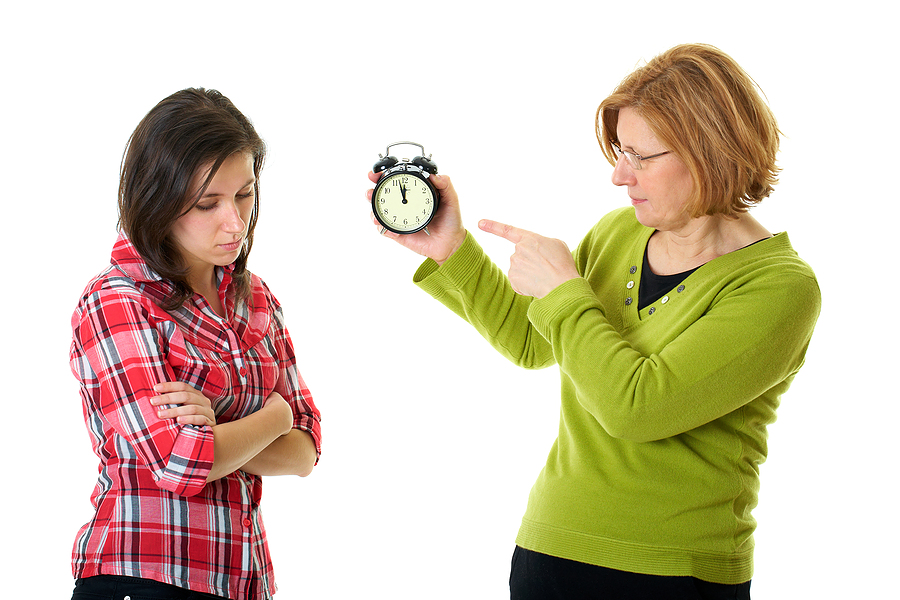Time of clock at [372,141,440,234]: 11:57
